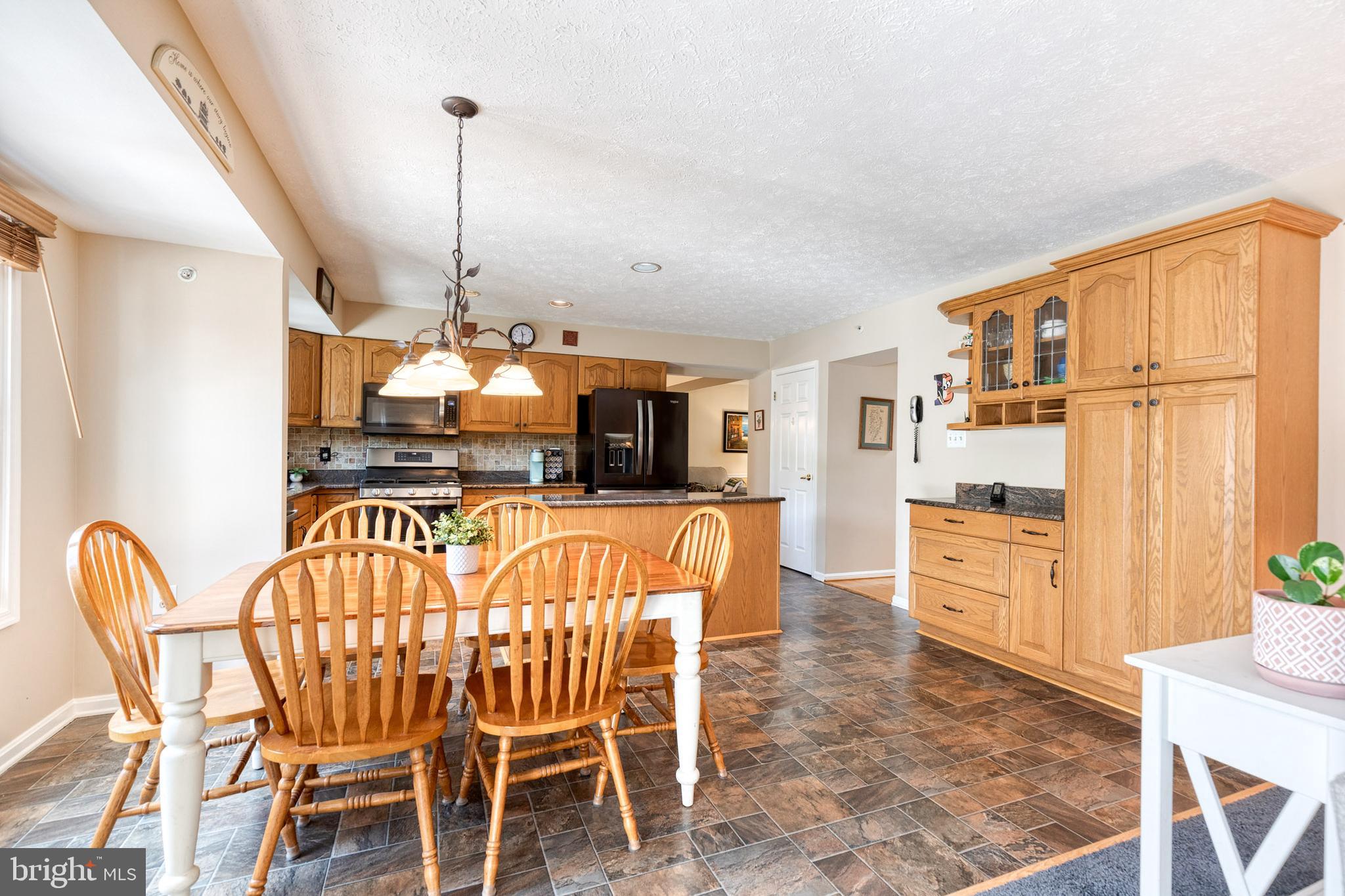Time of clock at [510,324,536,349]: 11:30
